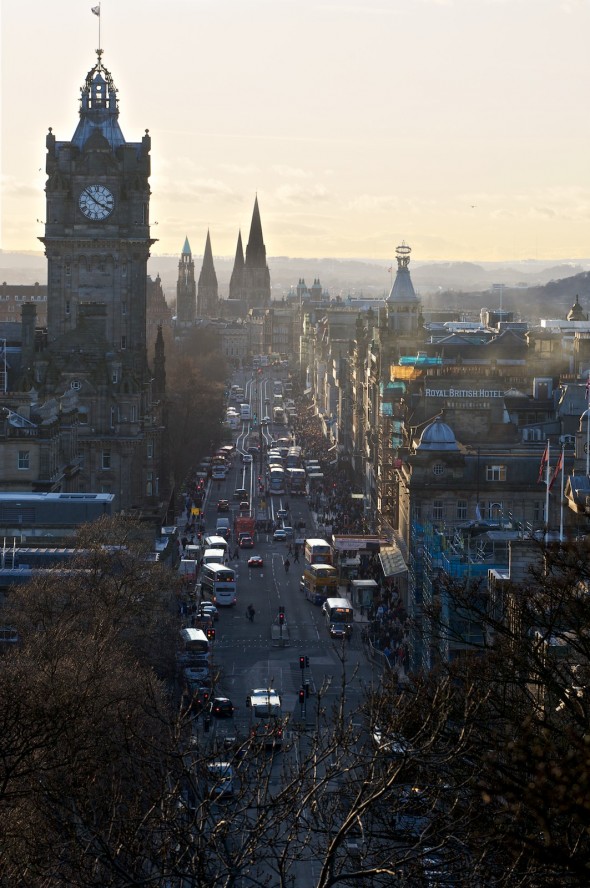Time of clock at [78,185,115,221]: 3:52
